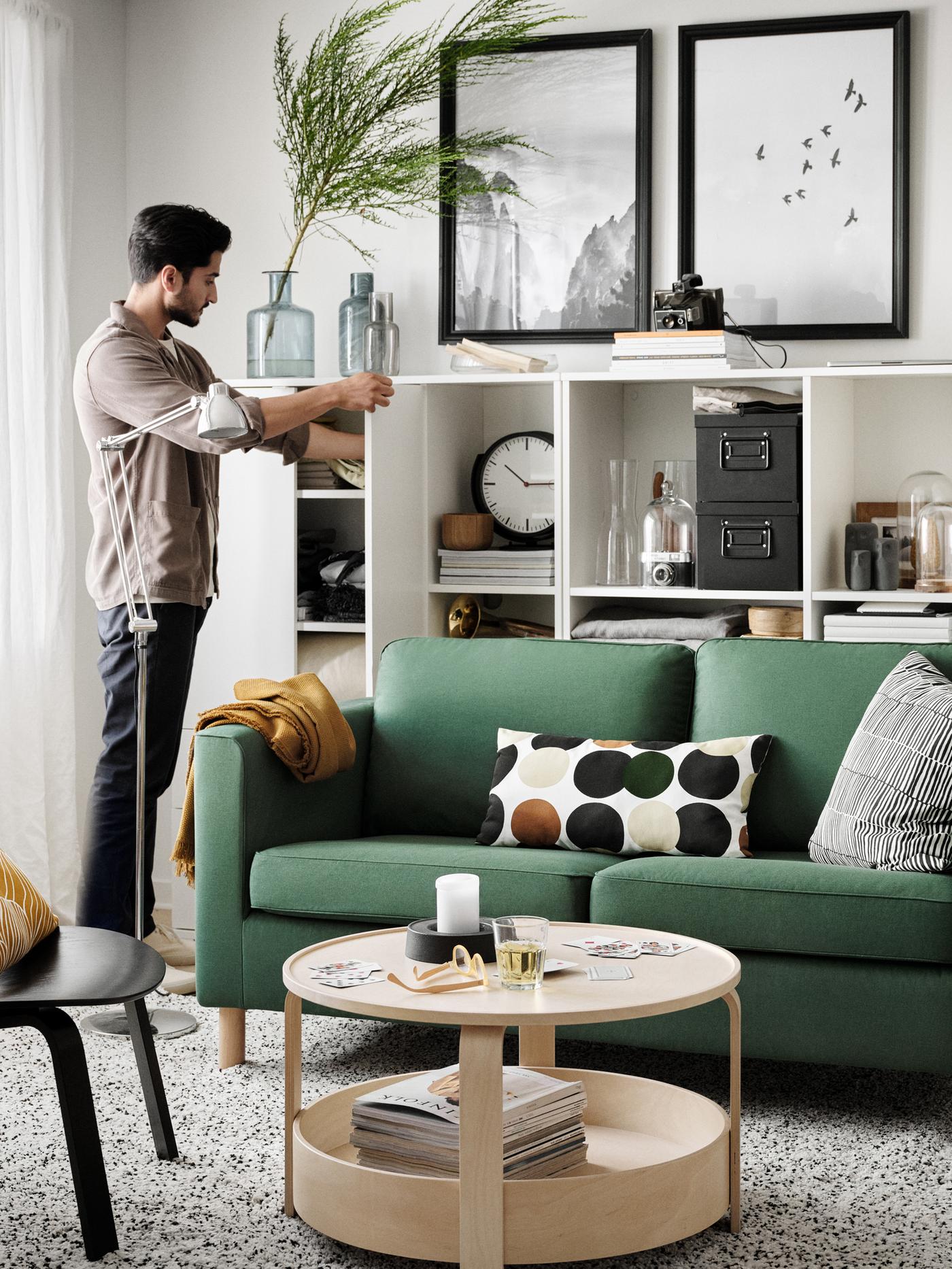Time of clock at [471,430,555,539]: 10:14
